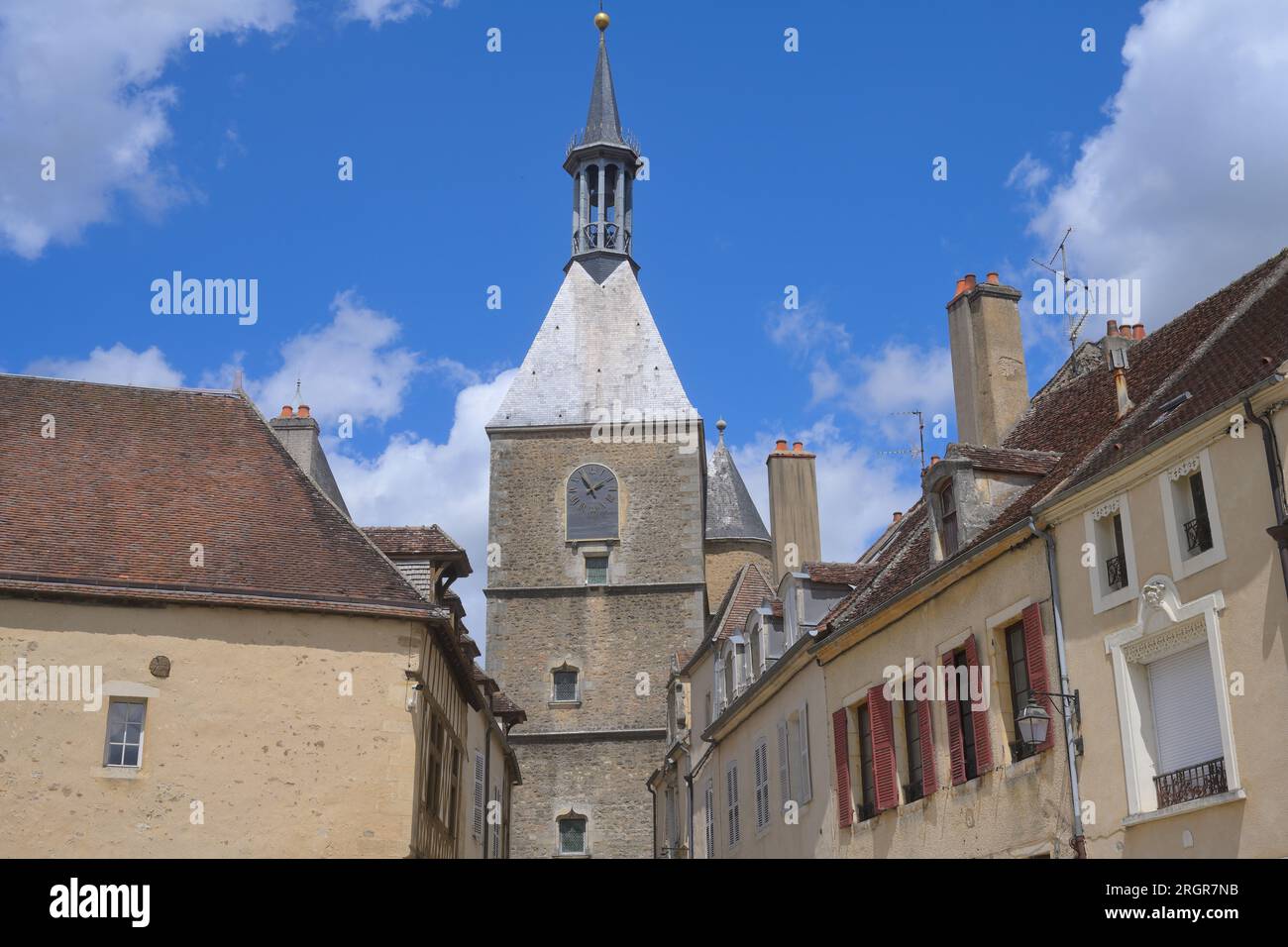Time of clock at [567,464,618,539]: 1:54
